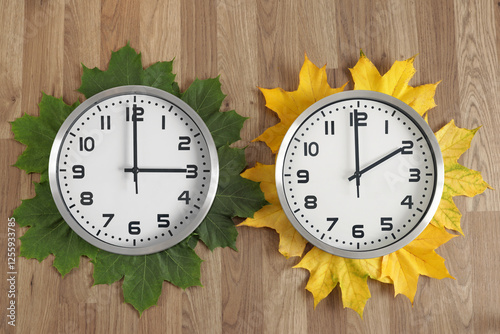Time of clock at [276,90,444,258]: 1:59
